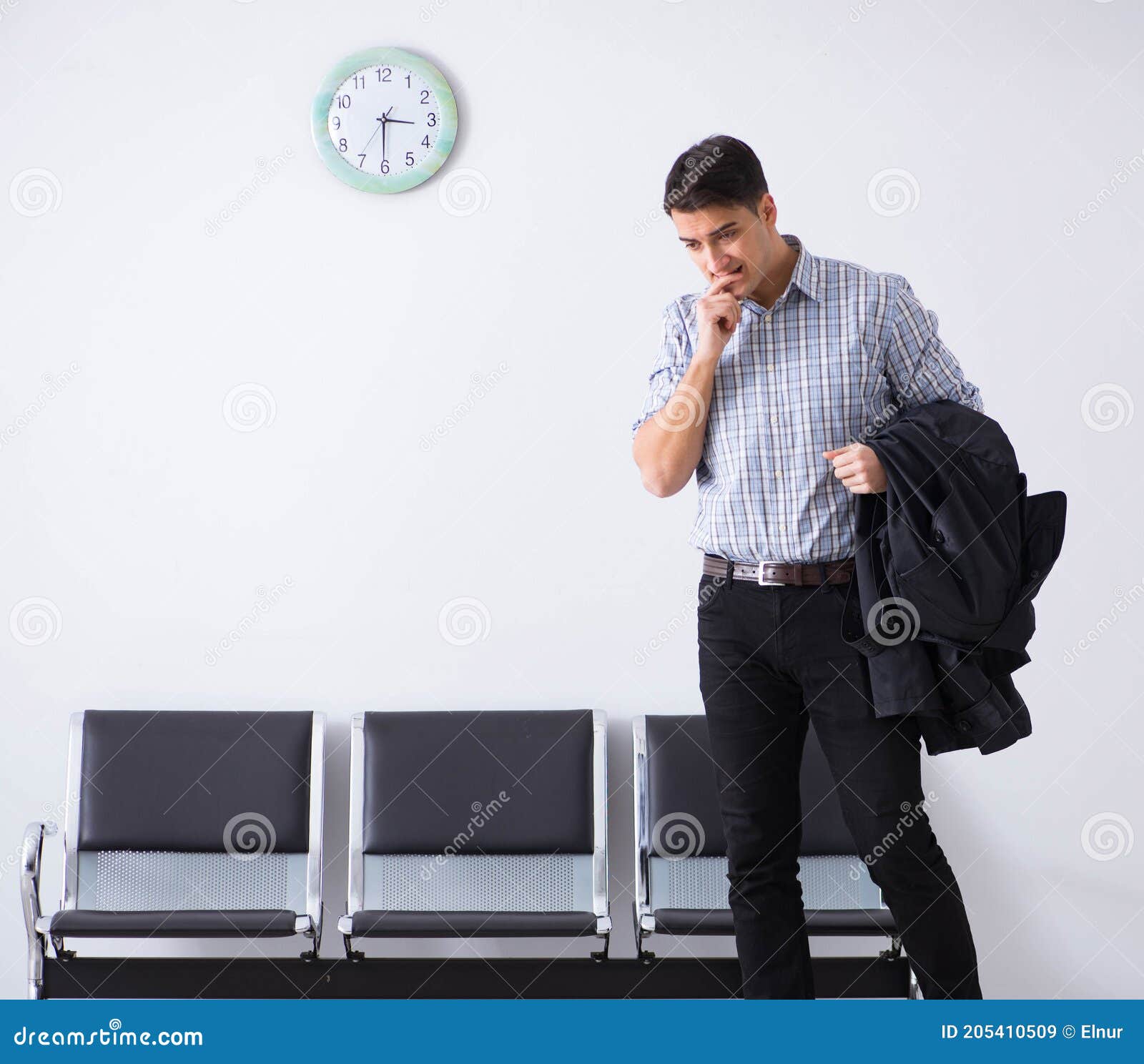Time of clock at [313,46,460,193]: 3:30
